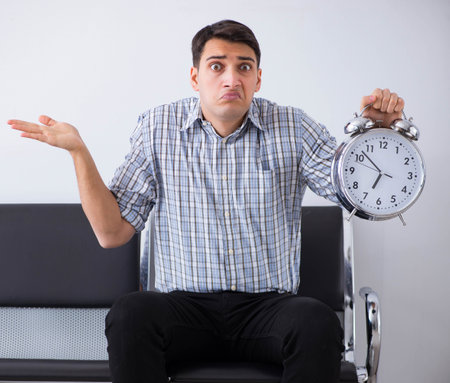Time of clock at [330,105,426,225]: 6:52
